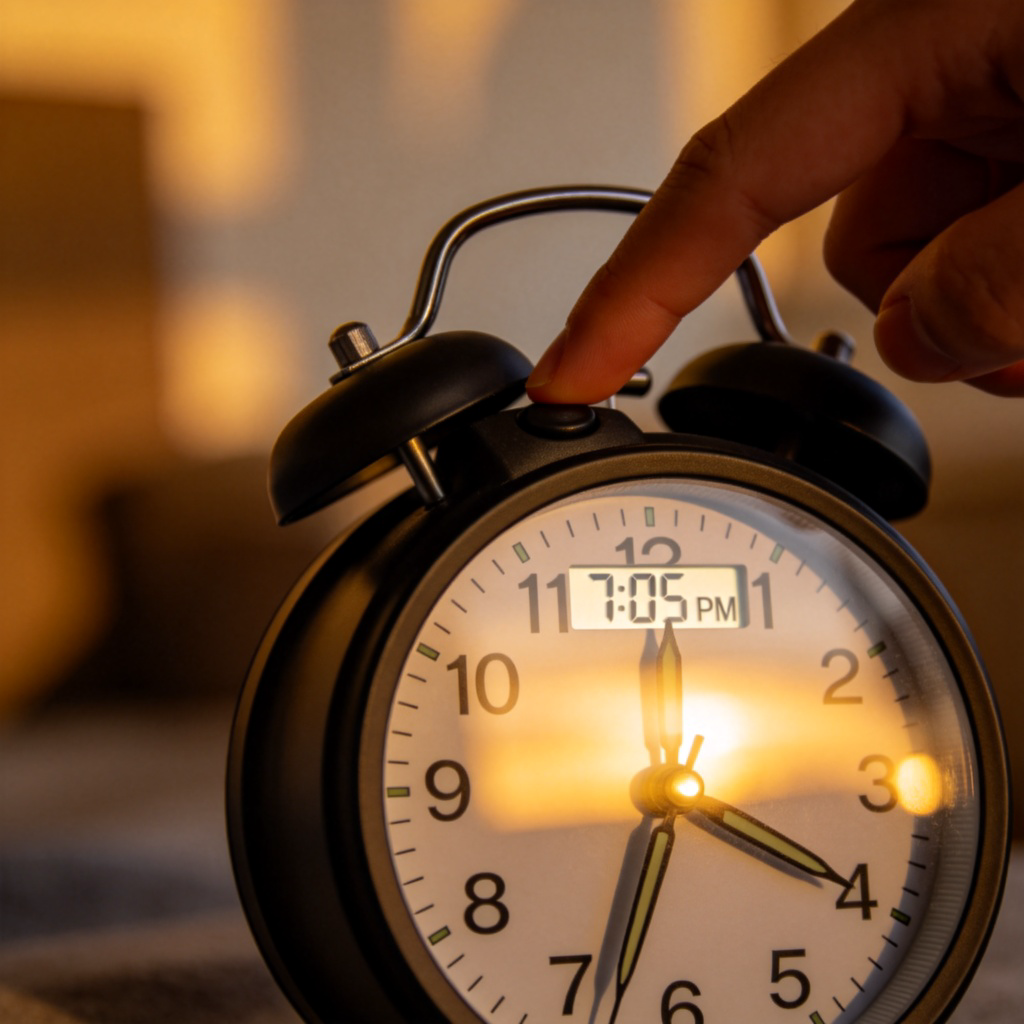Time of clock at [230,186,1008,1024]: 3:33
